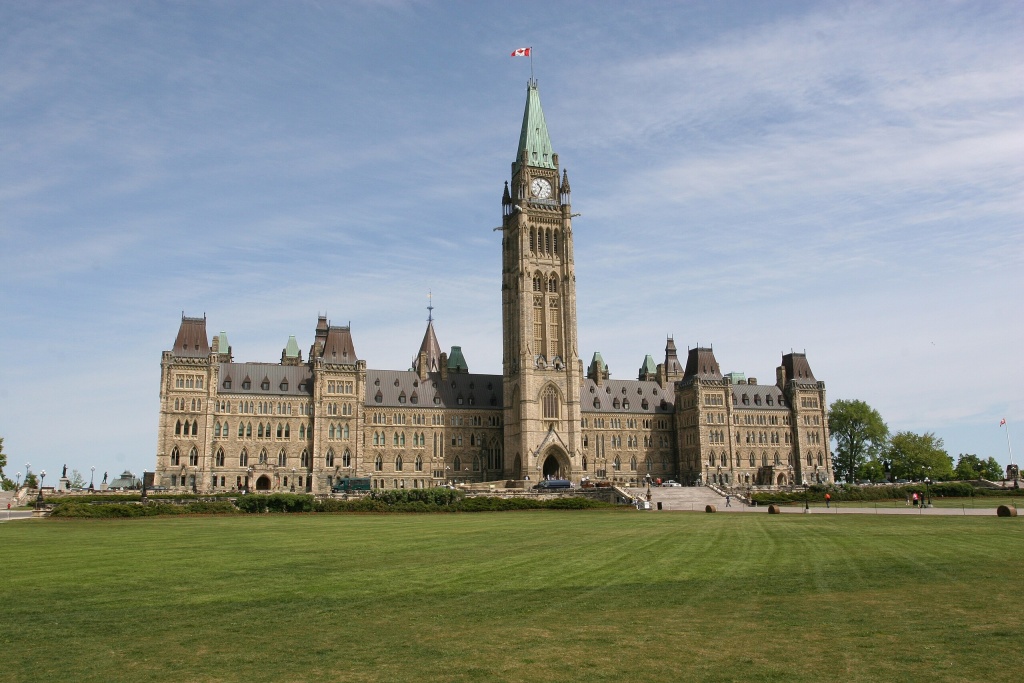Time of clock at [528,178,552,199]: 10:34
